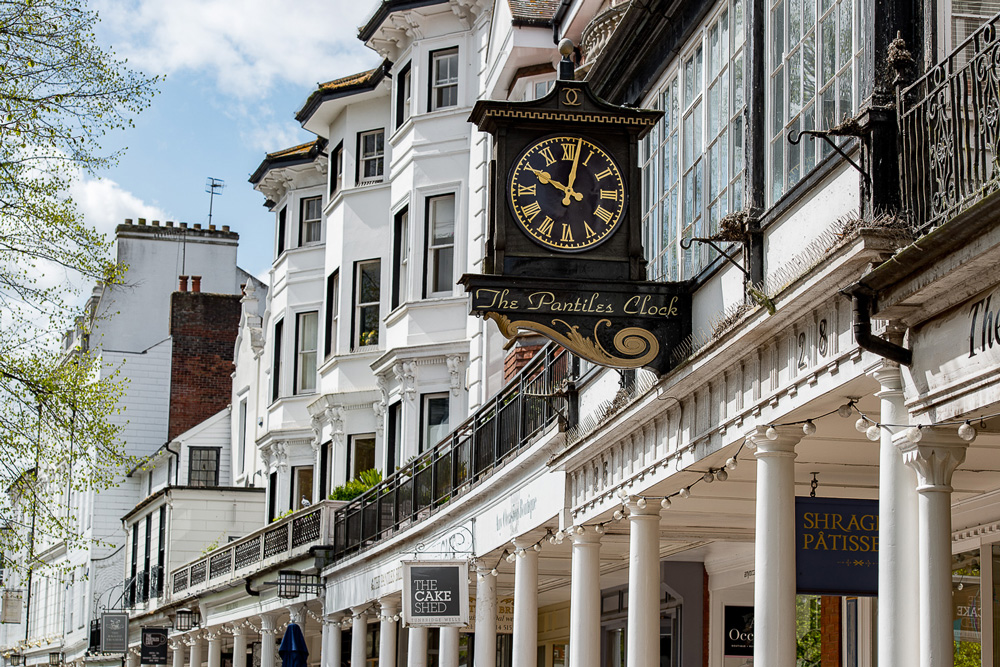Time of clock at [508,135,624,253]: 10:02
